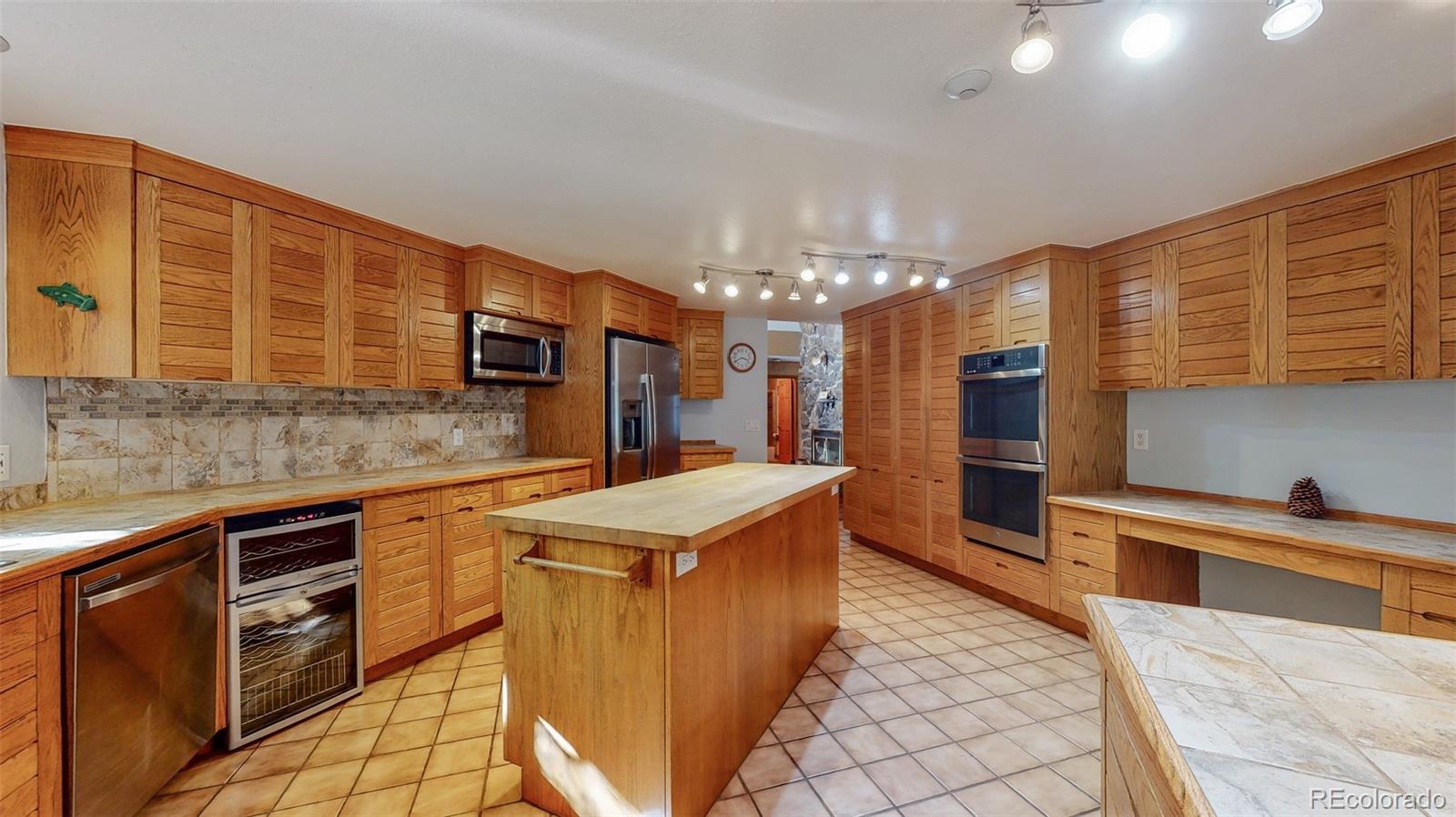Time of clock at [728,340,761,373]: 3:40
